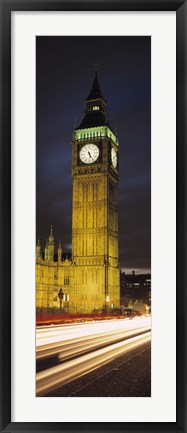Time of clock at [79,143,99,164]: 5:25
